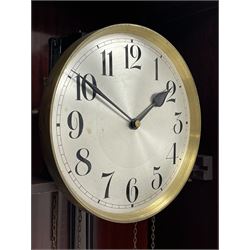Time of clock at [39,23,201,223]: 1:50
